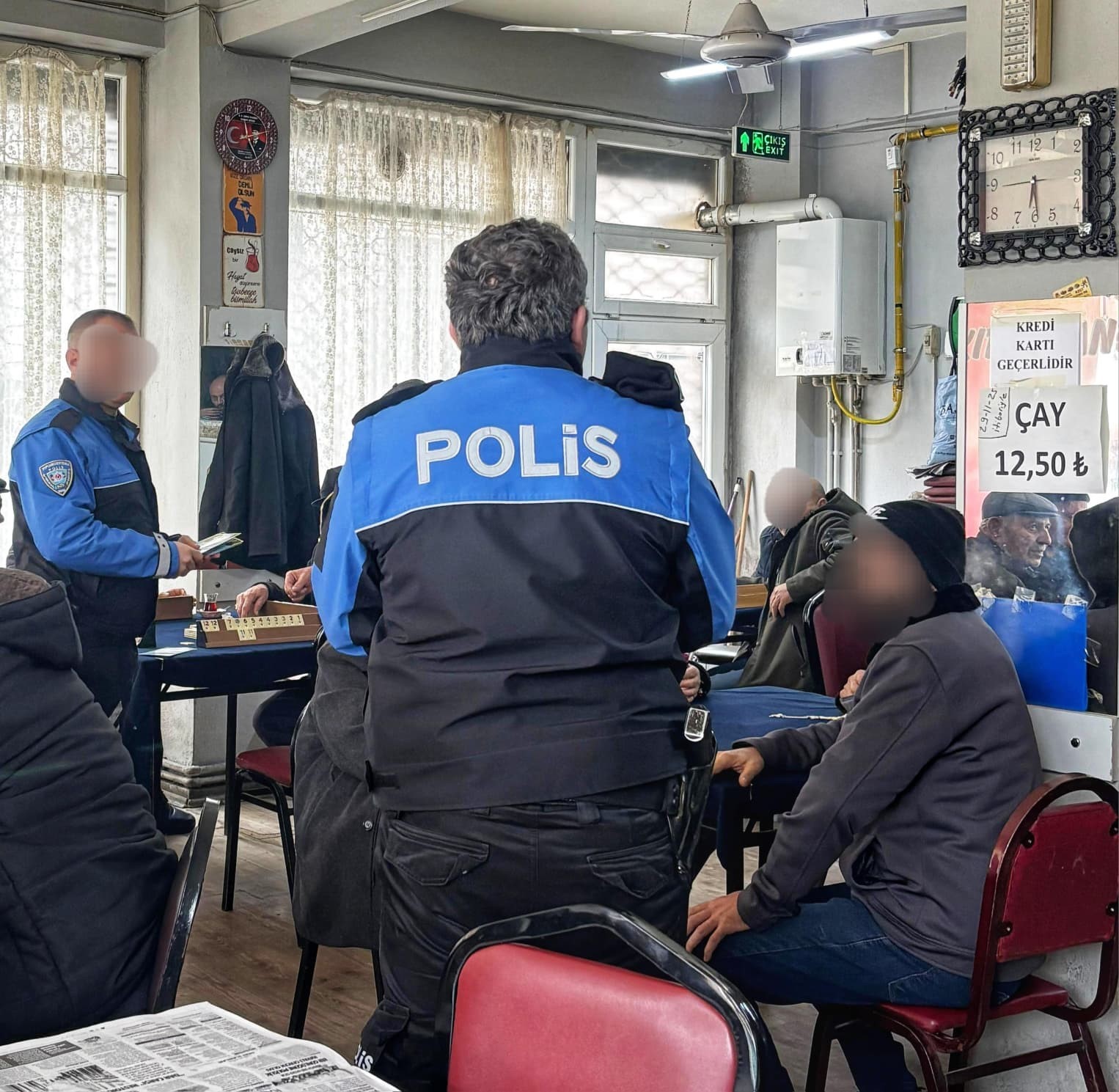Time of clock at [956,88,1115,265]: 6:28
